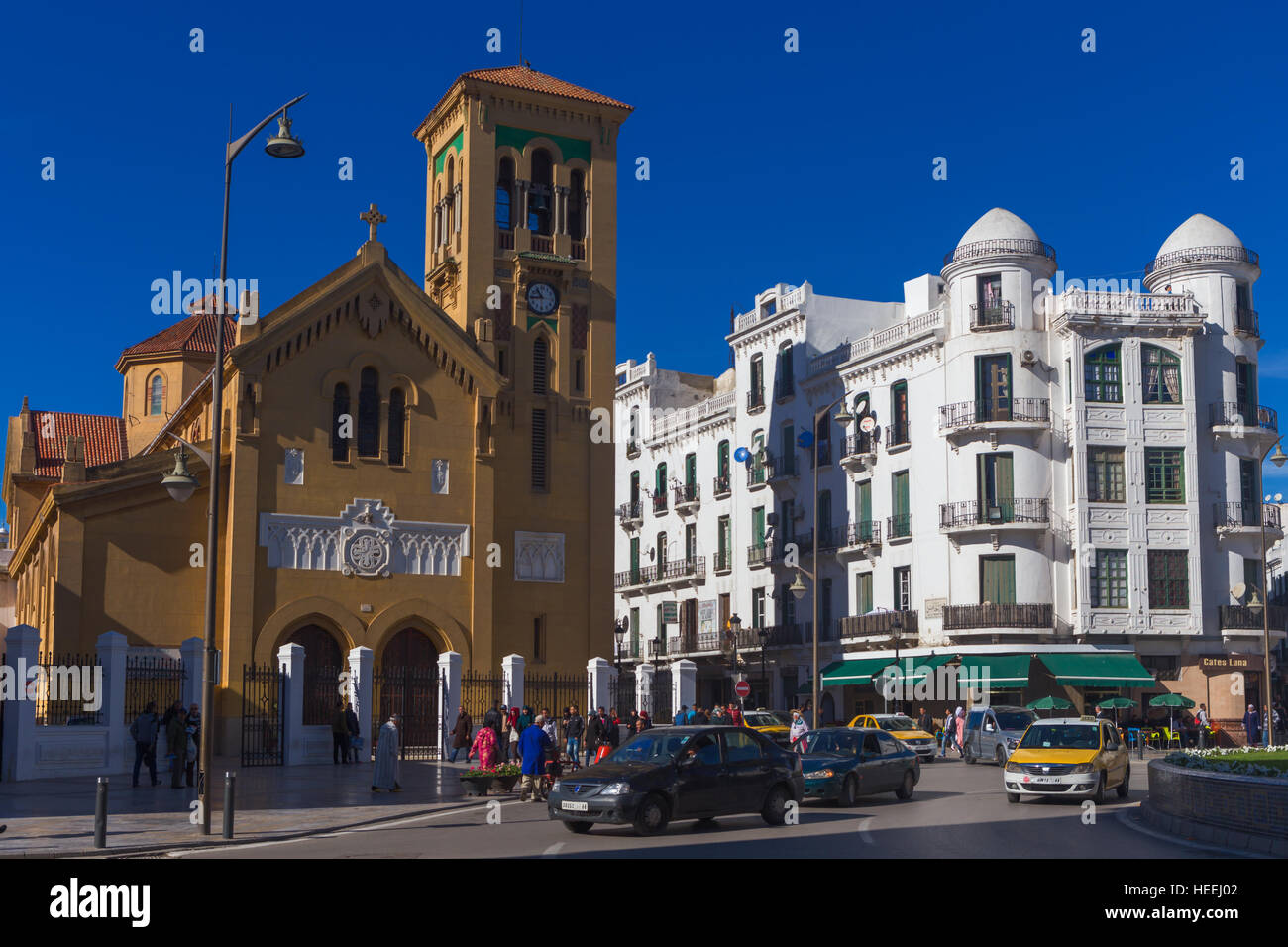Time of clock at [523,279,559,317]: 10:43
